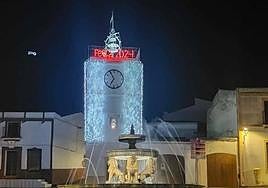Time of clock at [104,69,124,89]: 6:55
